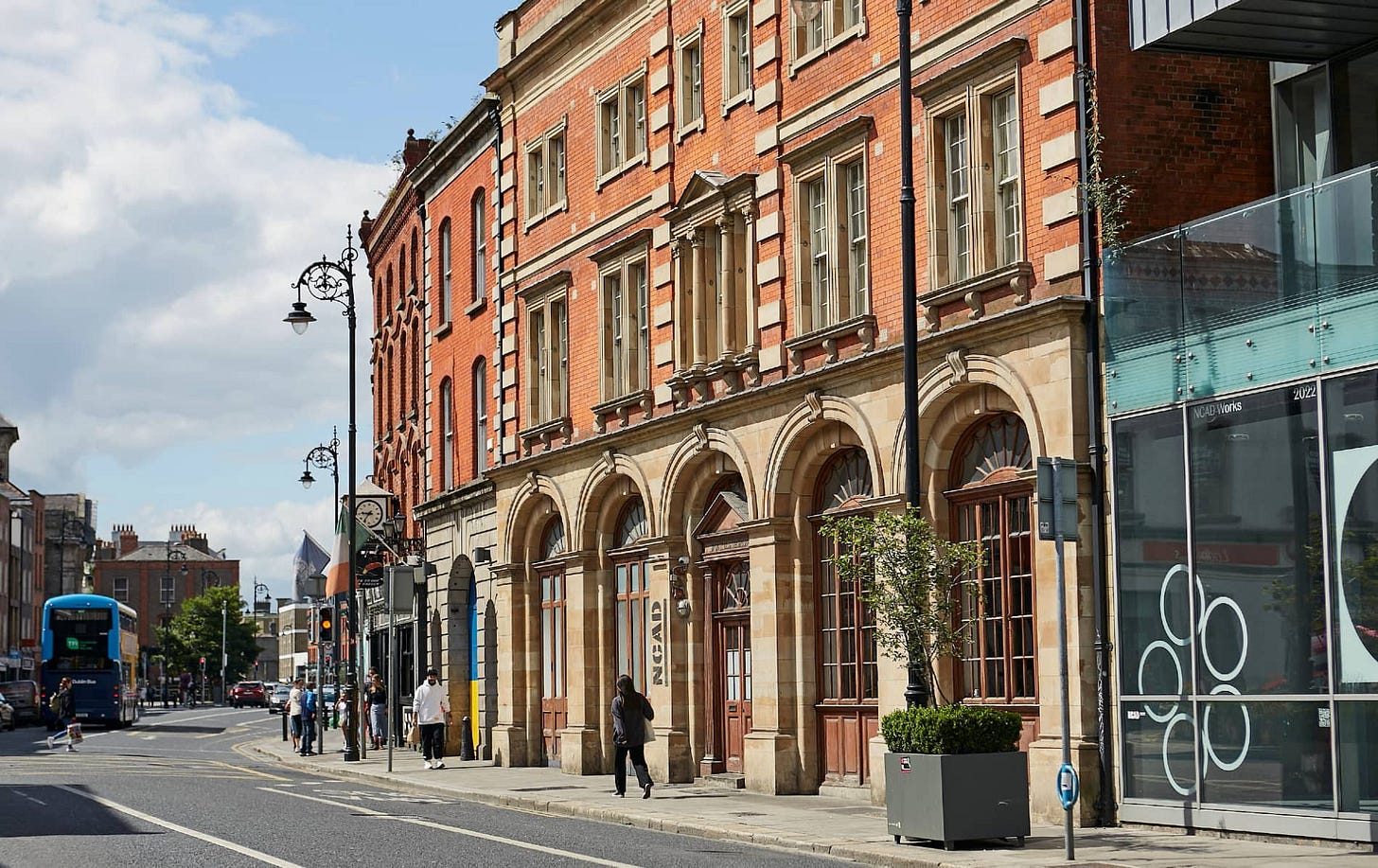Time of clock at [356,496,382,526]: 8:36
